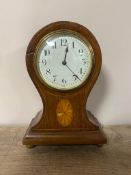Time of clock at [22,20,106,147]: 12:23
